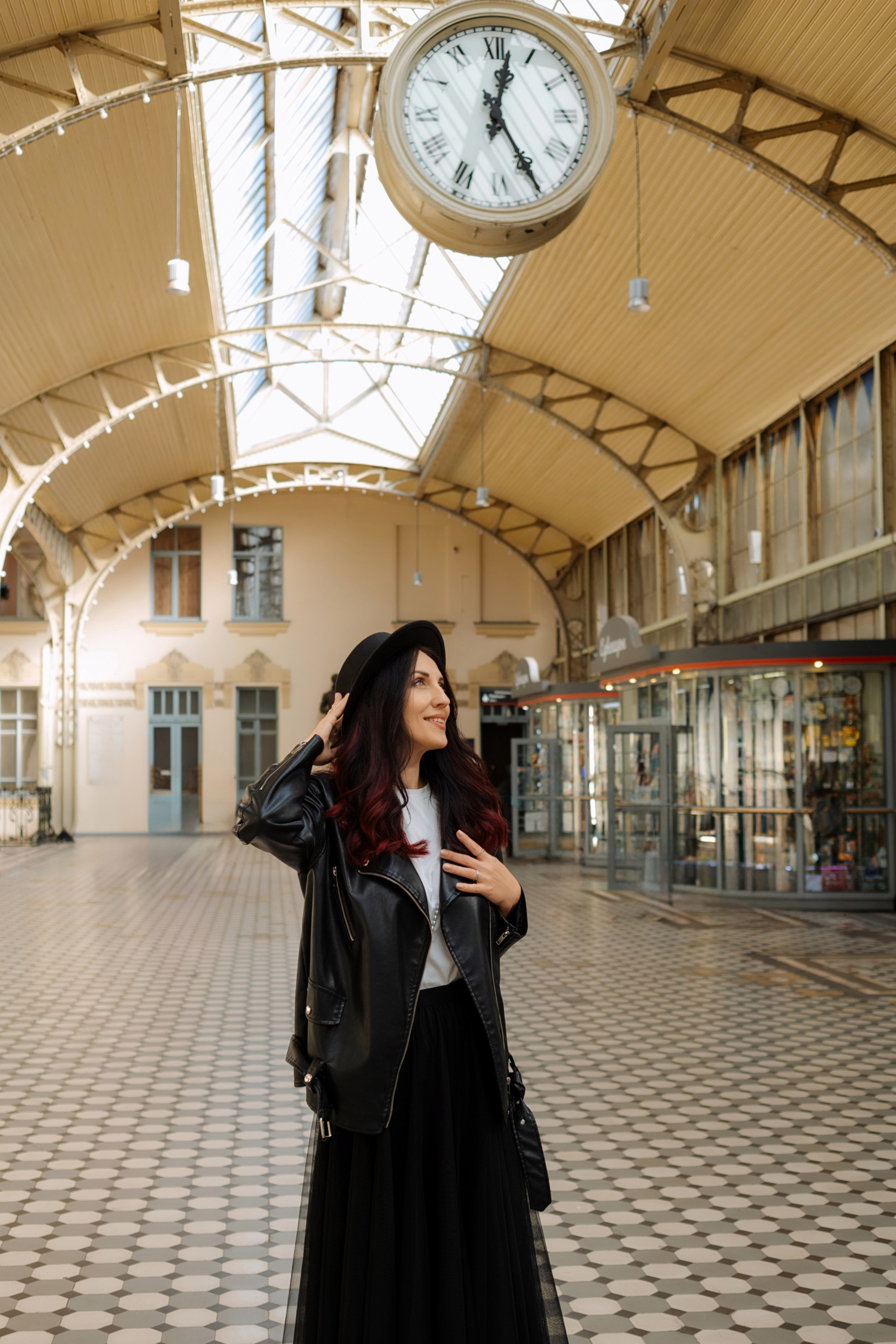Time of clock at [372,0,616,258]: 12:25
